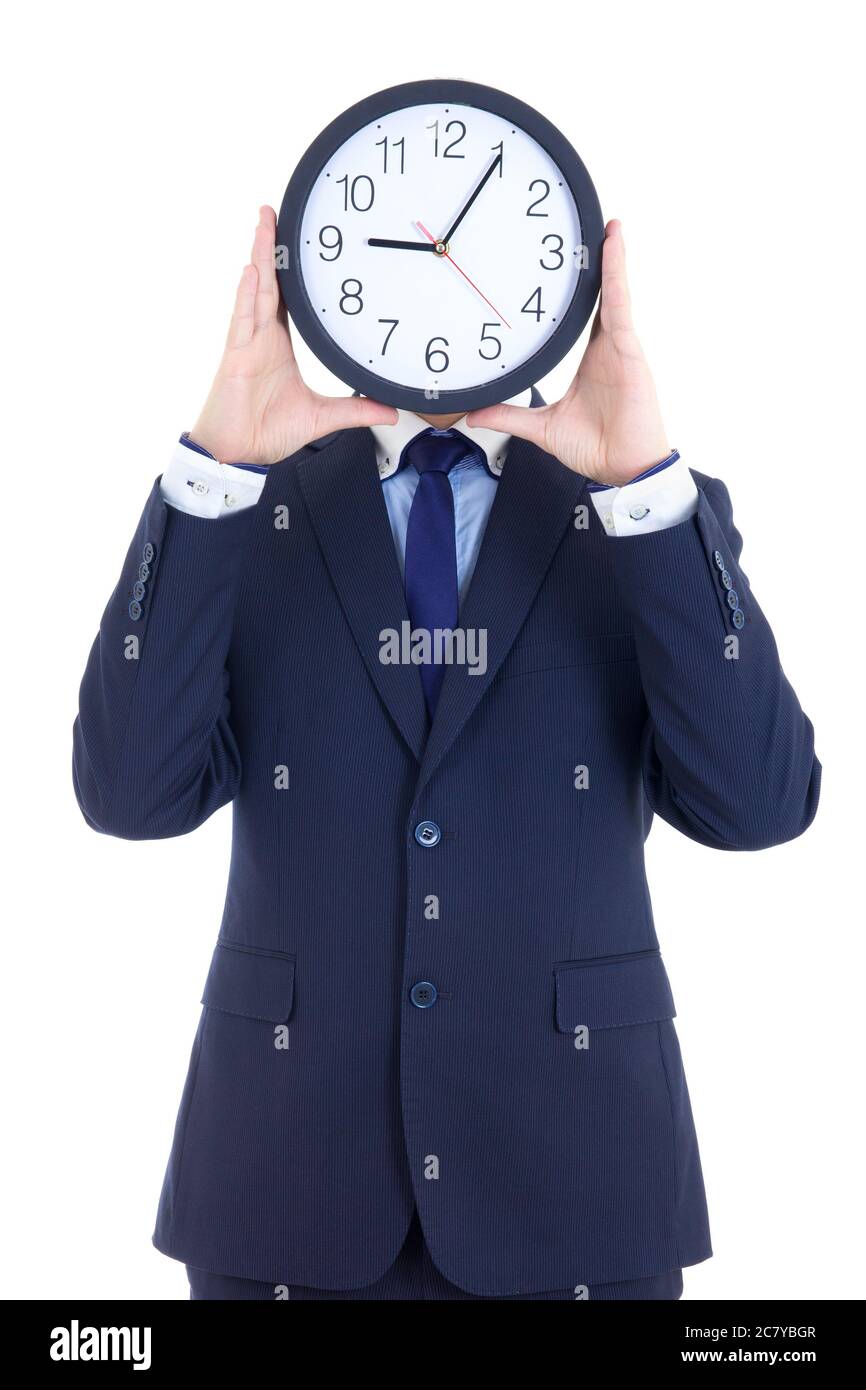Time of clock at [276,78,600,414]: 9:05
